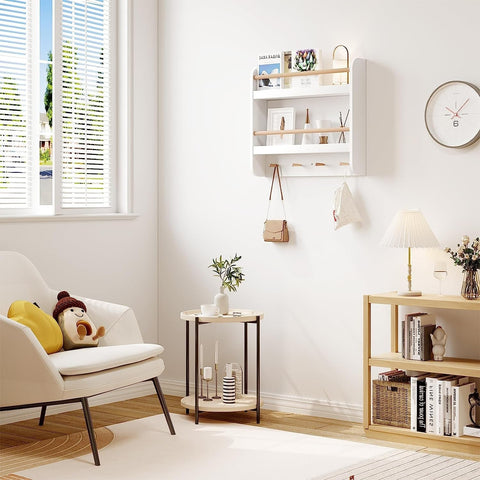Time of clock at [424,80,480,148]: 10:07
